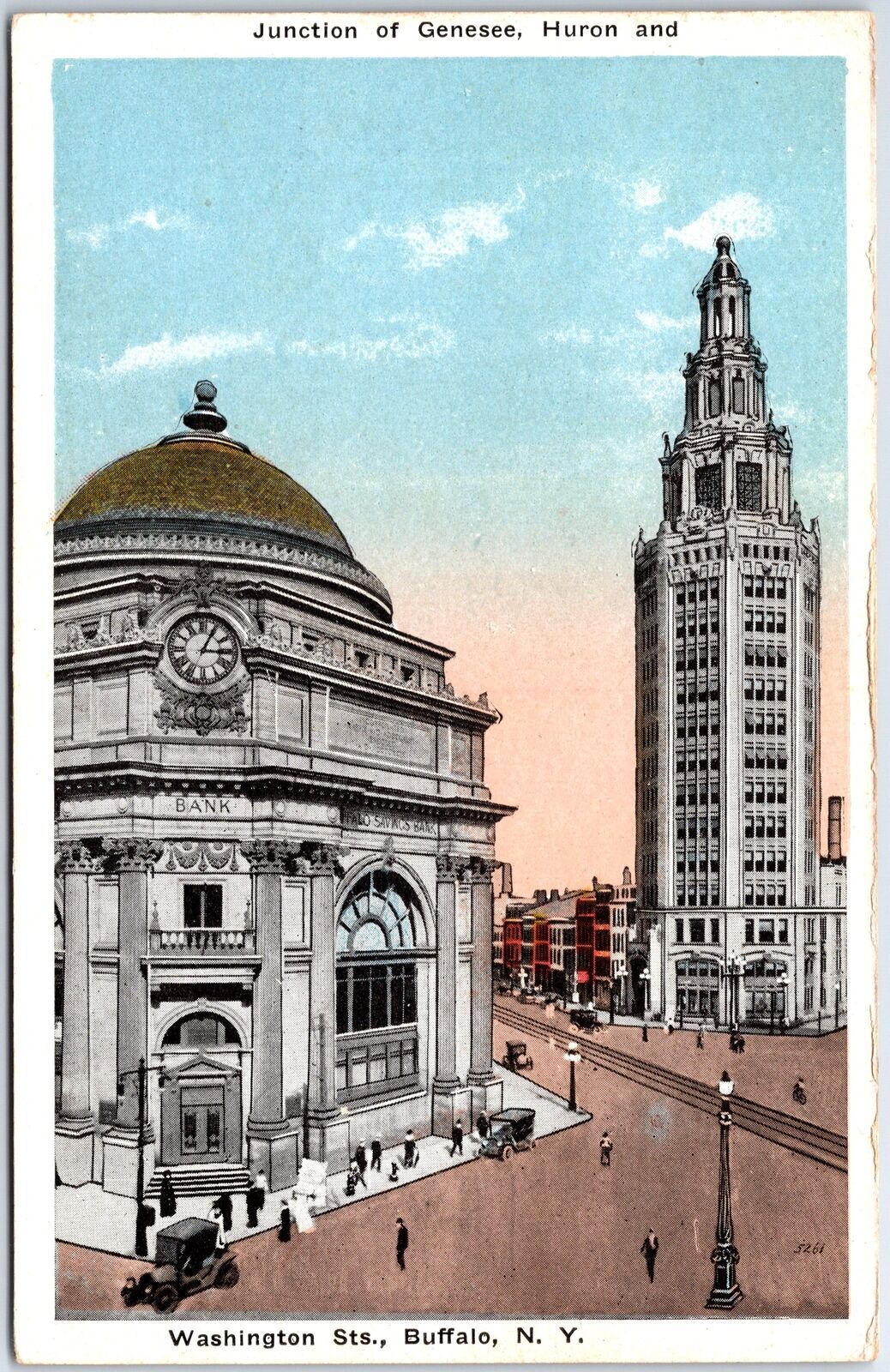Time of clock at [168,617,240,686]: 3:04
